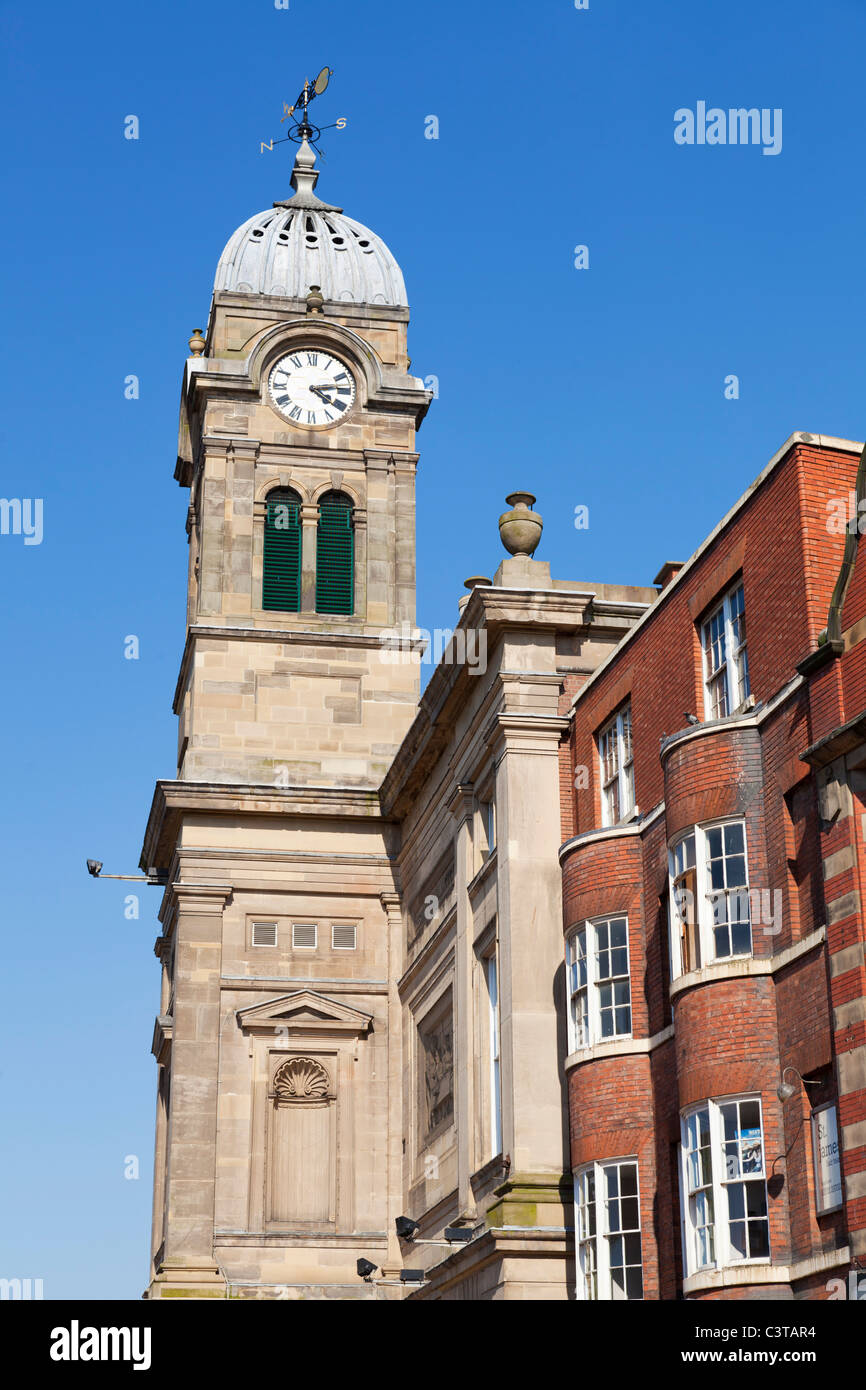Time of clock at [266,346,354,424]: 4:13
